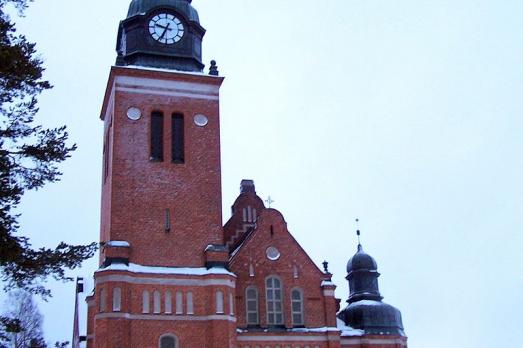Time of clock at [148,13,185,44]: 9:34
